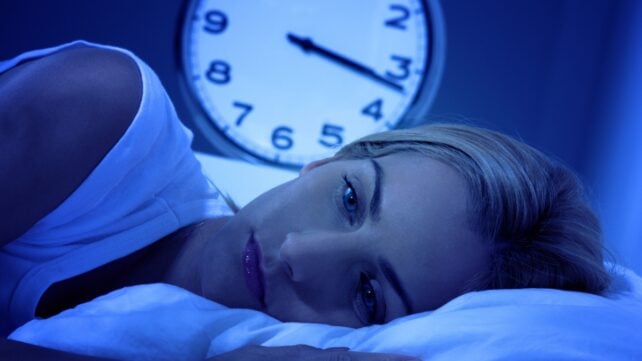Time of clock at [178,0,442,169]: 3:17
